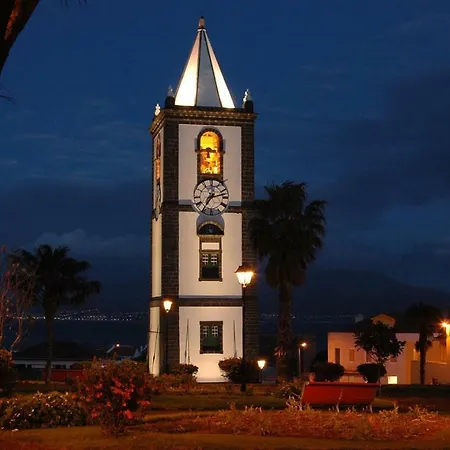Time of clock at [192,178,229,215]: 7:12
